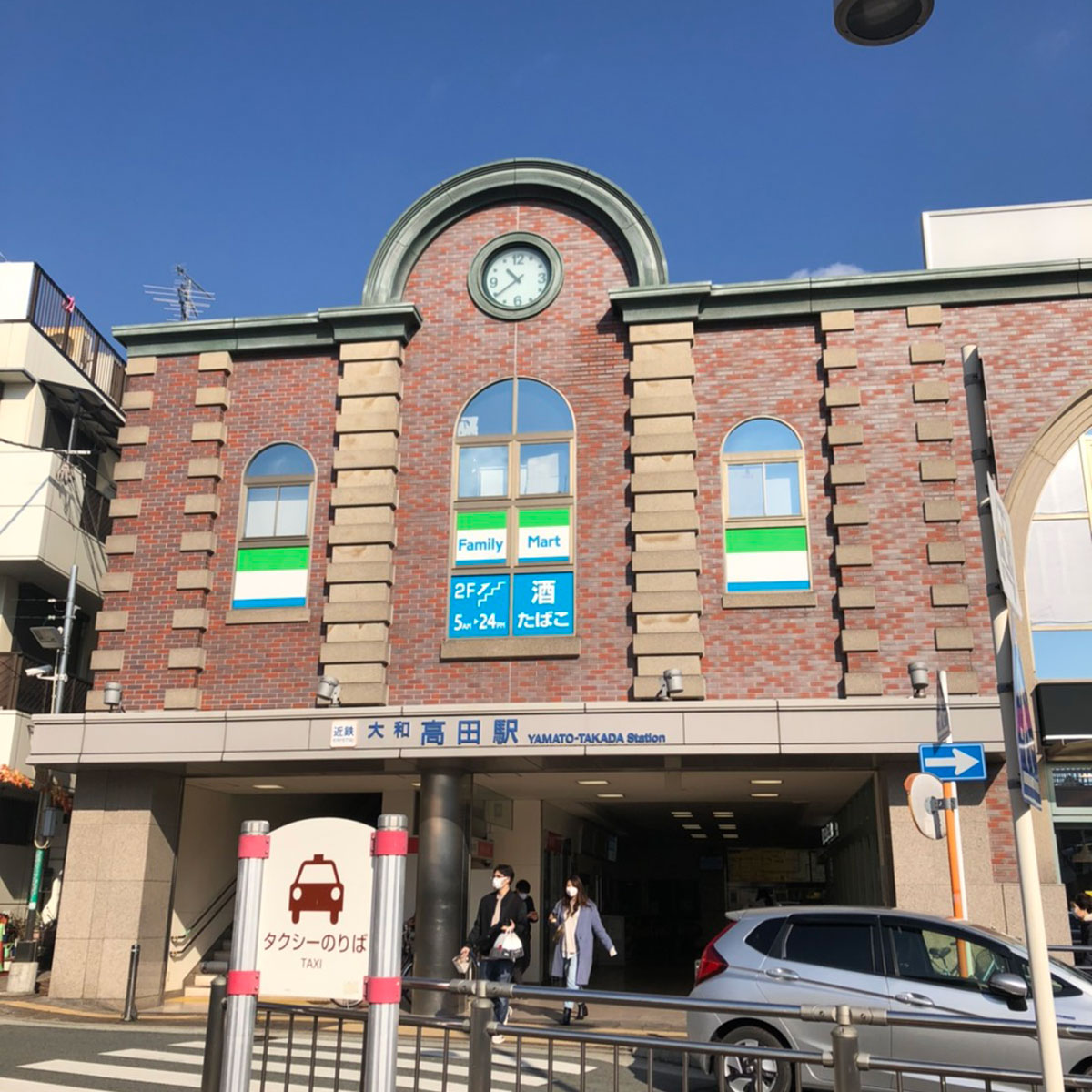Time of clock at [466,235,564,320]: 10:39
